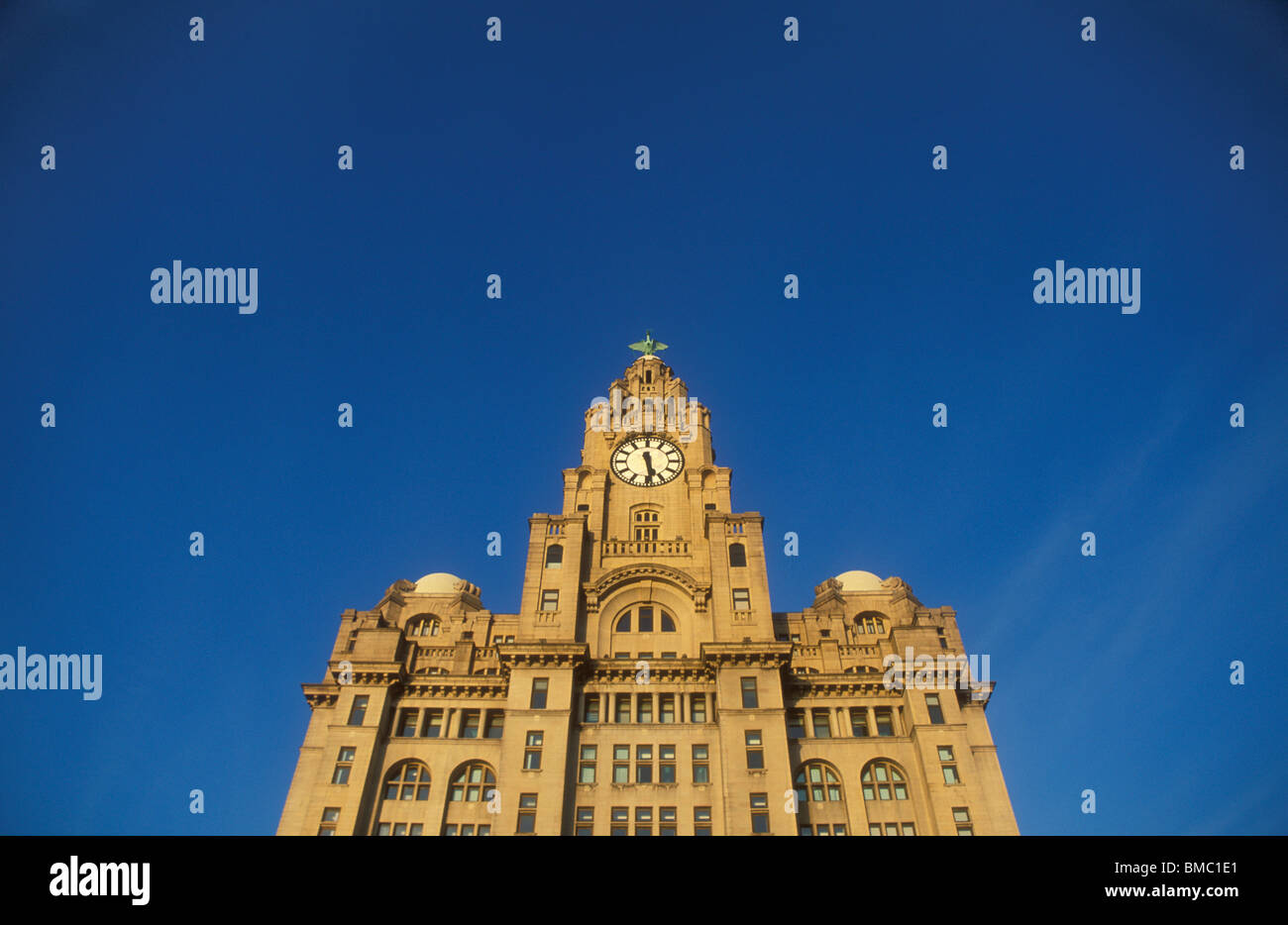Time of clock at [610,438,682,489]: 5:29
